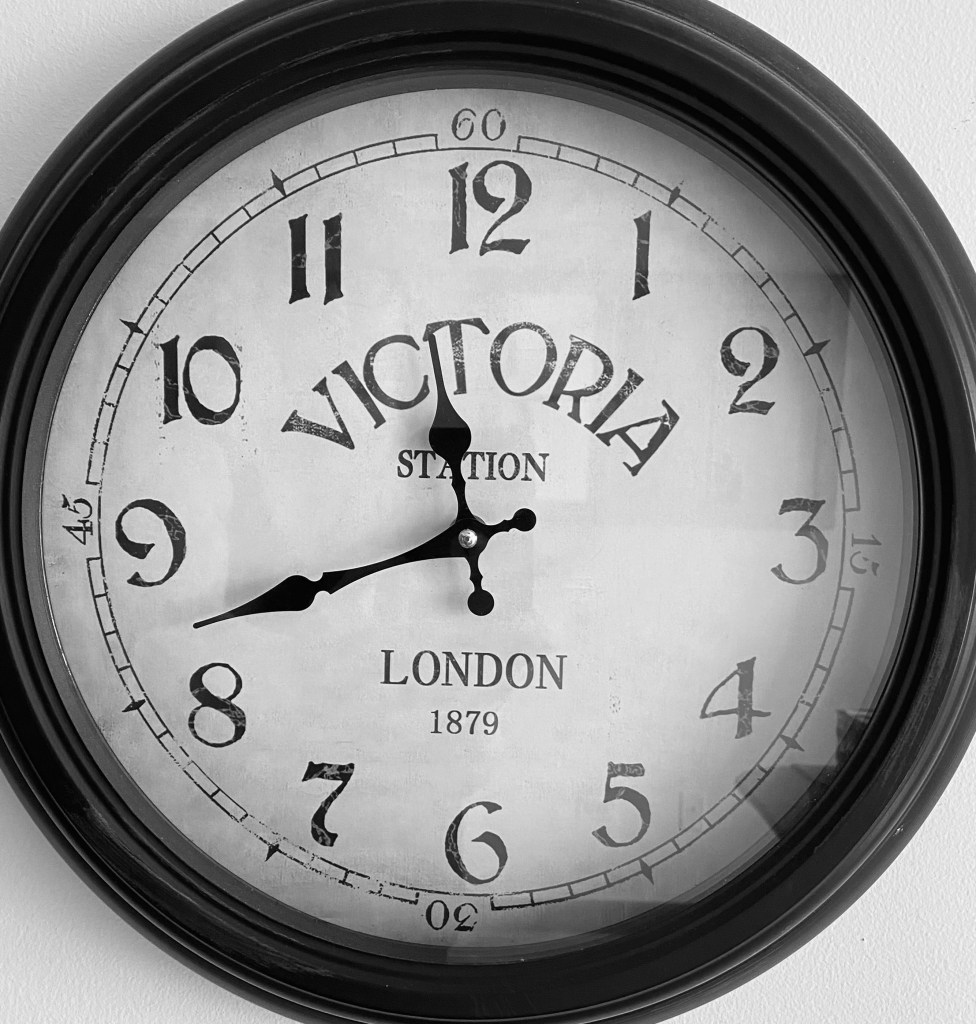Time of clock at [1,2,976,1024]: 11:42
